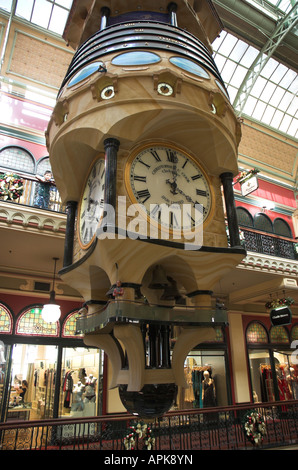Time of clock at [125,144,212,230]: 4:01
